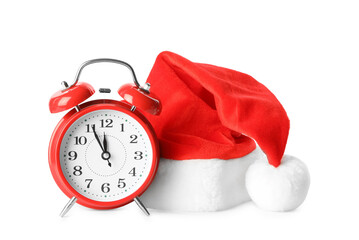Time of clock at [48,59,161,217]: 11:55
